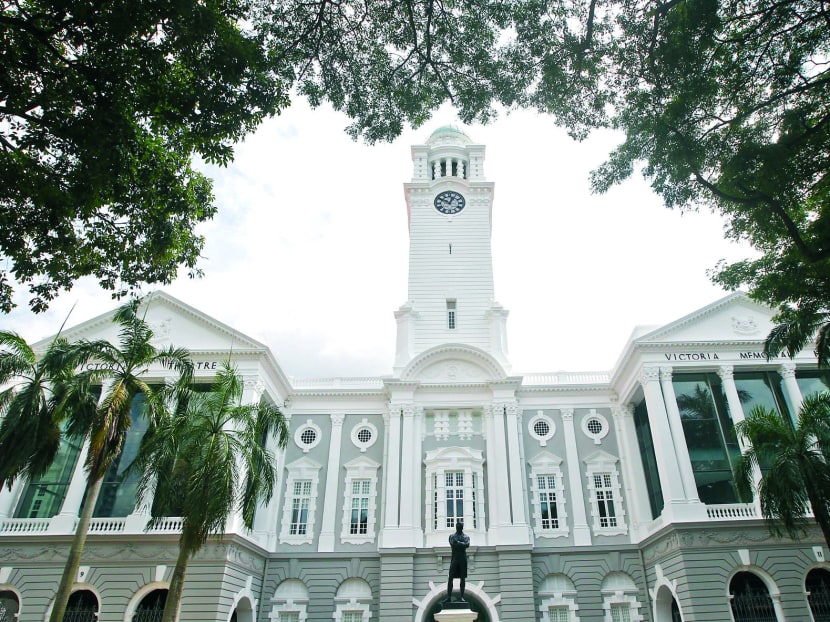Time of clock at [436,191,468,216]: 12:49
